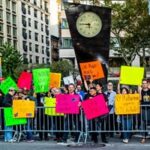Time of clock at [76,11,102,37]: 5:45
